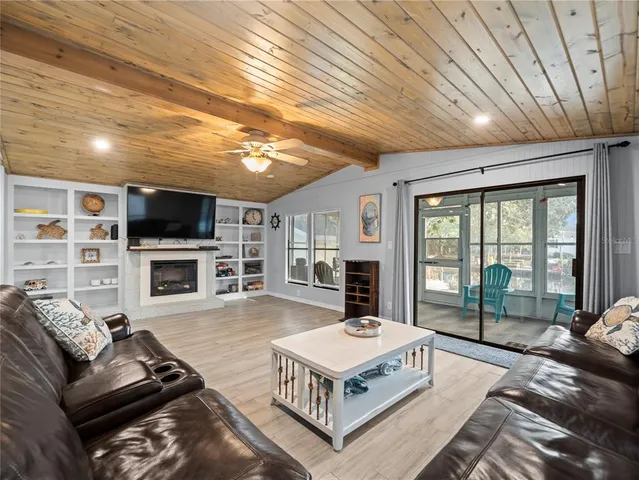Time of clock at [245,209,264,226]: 4:59
